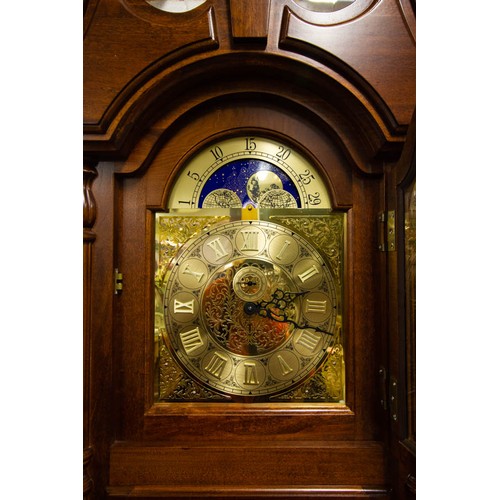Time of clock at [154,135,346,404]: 2:18
